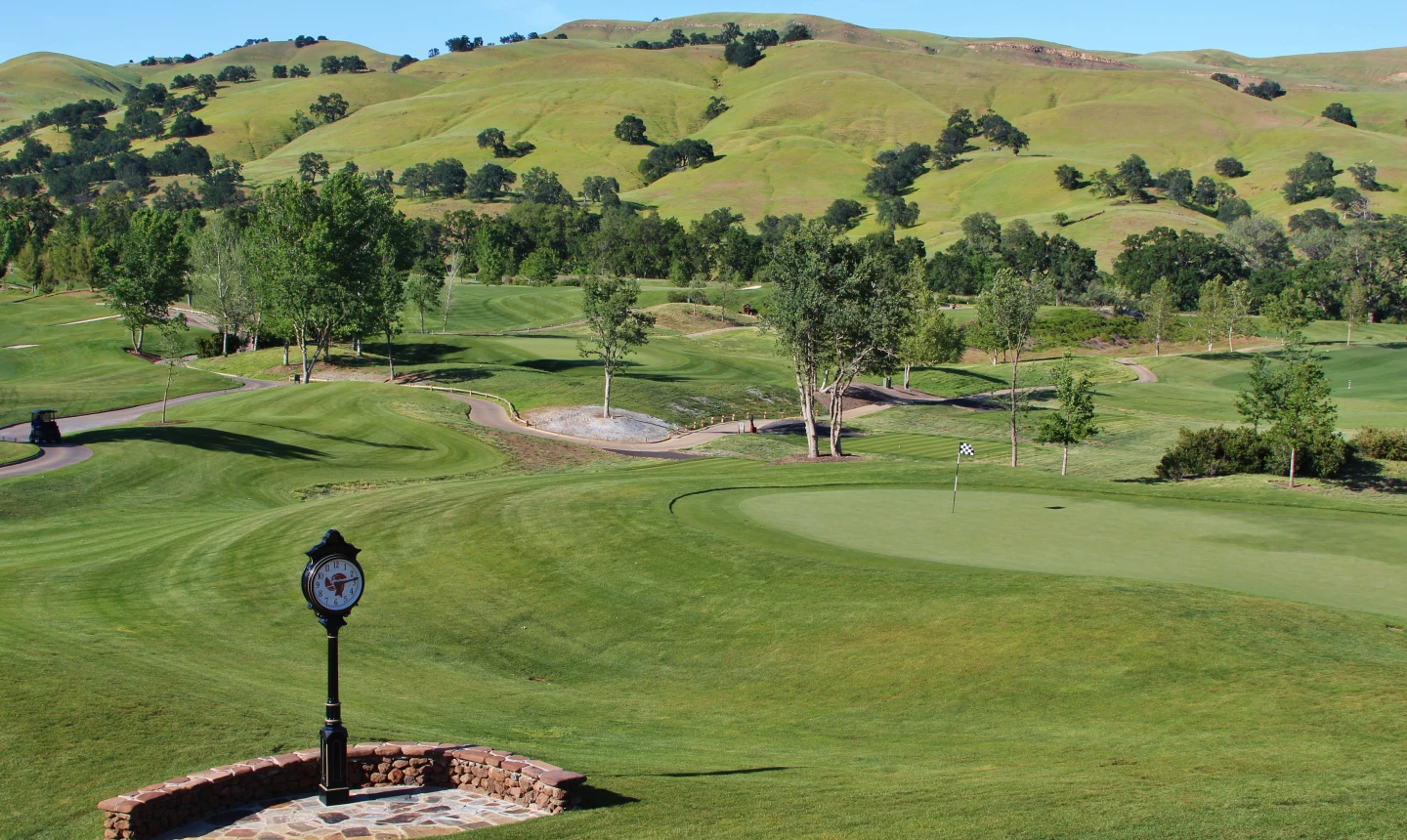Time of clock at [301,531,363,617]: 5:13
